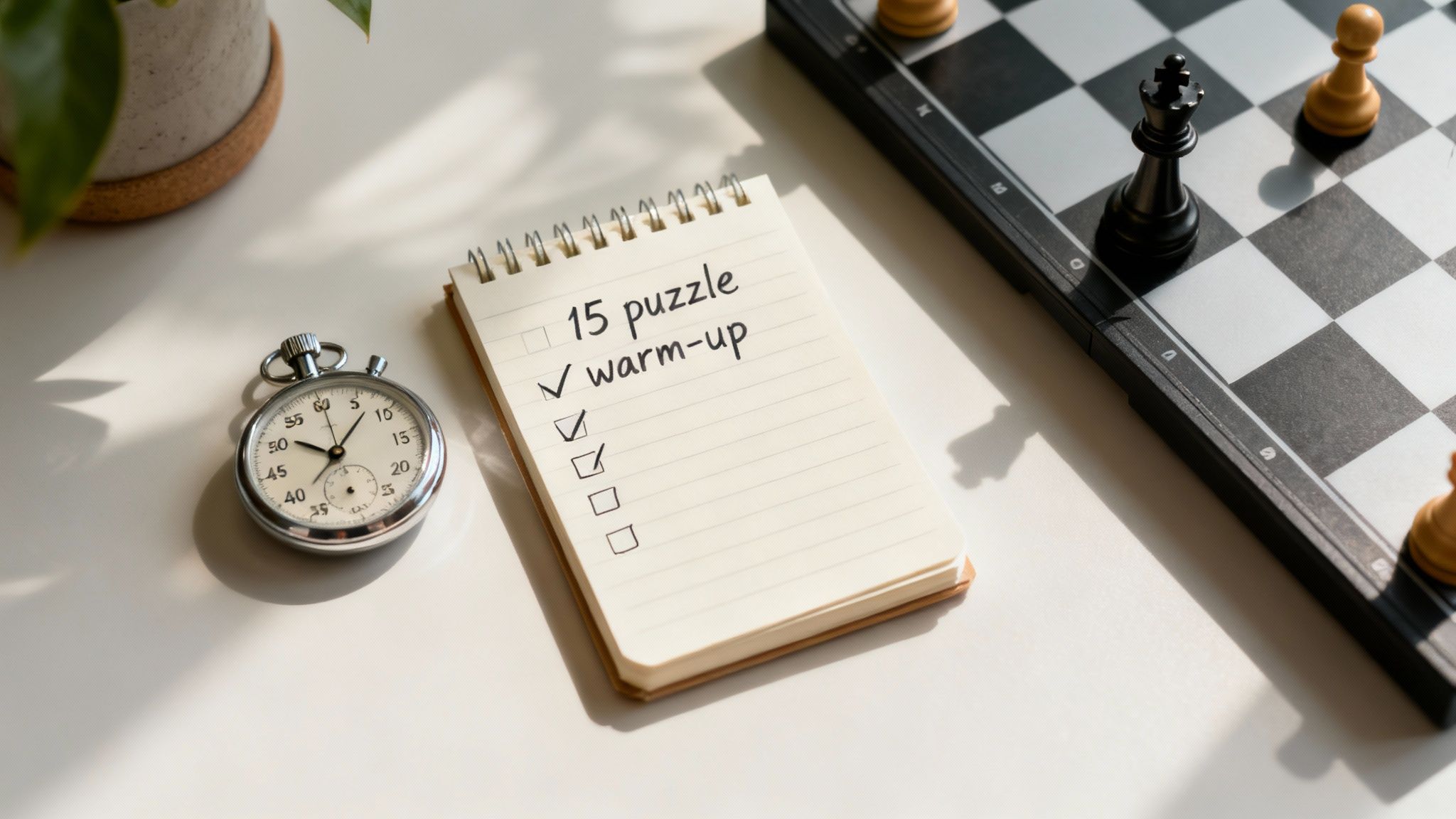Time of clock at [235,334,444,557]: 10:07
